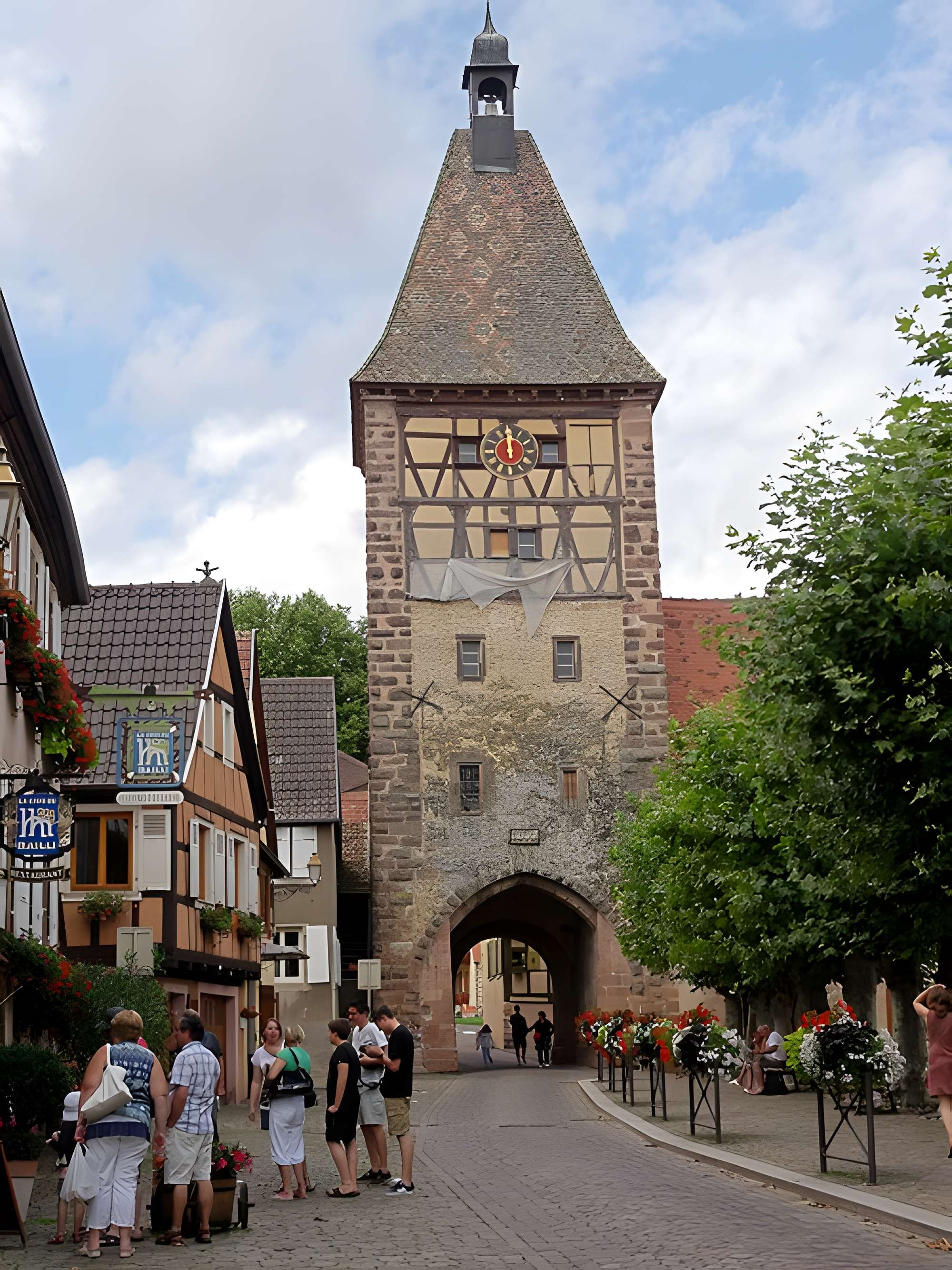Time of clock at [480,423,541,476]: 11:59
